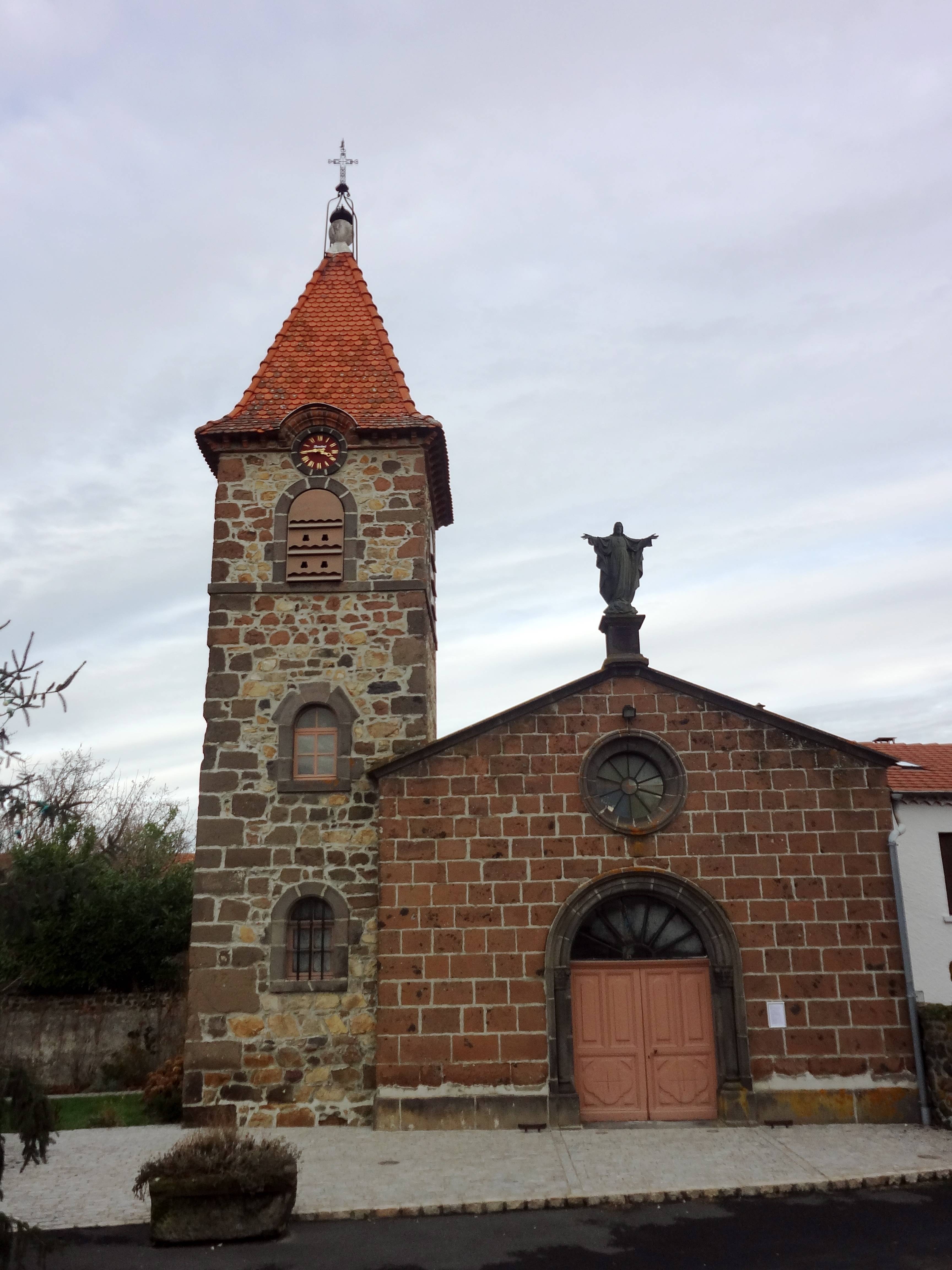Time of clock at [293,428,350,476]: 3:44
